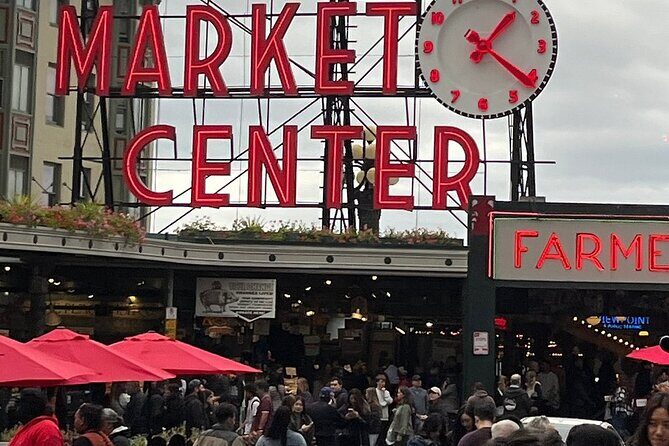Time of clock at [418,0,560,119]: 1:21
